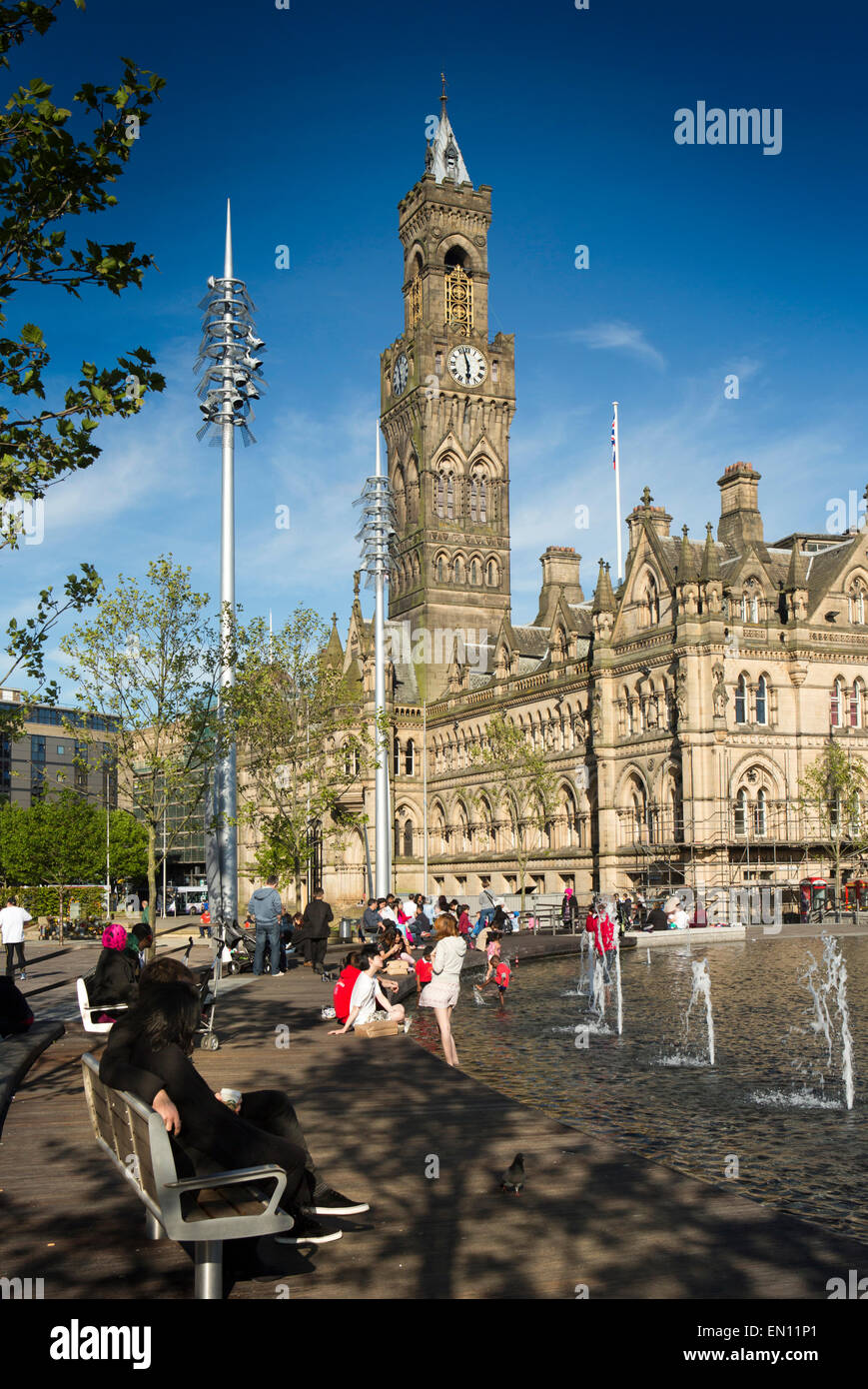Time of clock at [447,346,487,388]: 5:57
